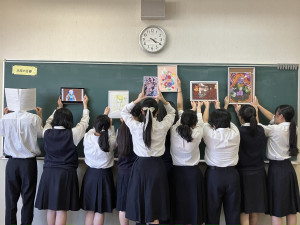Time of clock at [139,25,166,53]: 4:19
